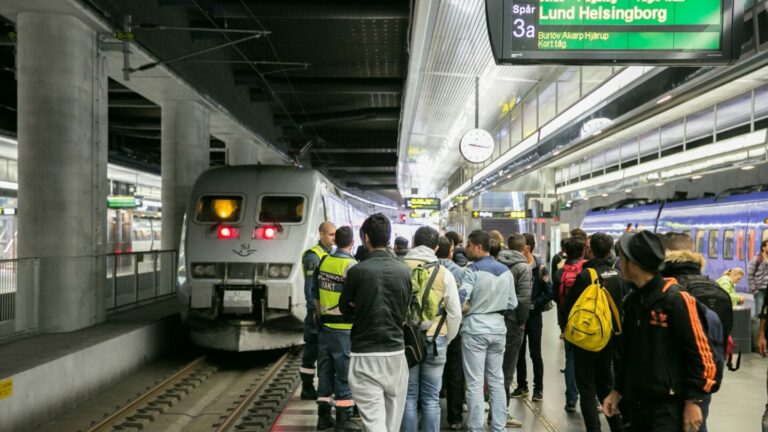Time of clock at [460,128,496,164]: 9:16
